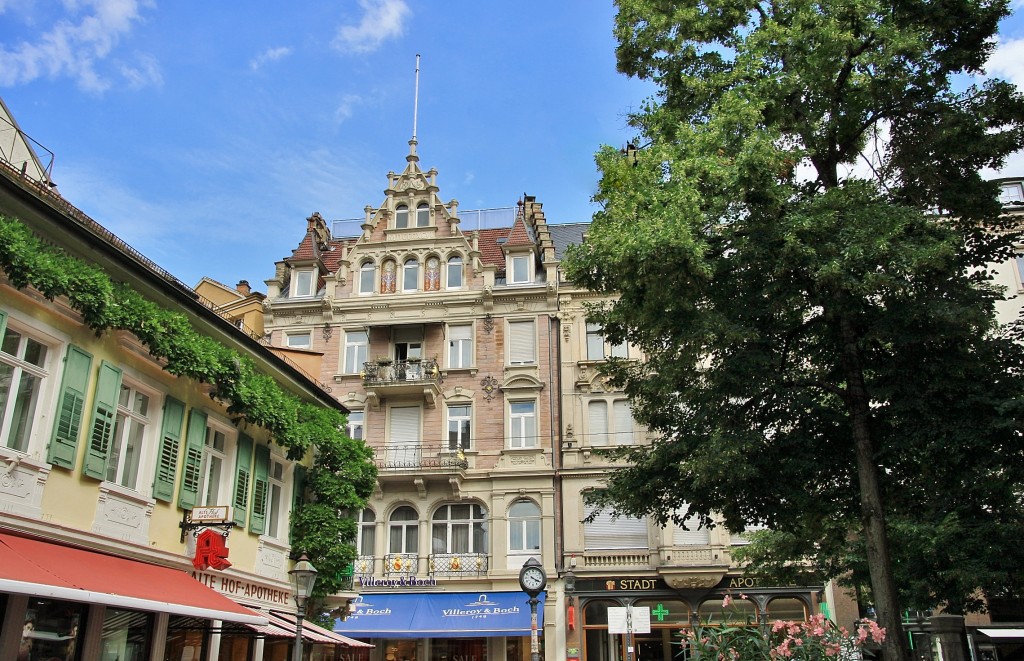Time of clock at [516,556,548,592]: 4:19
